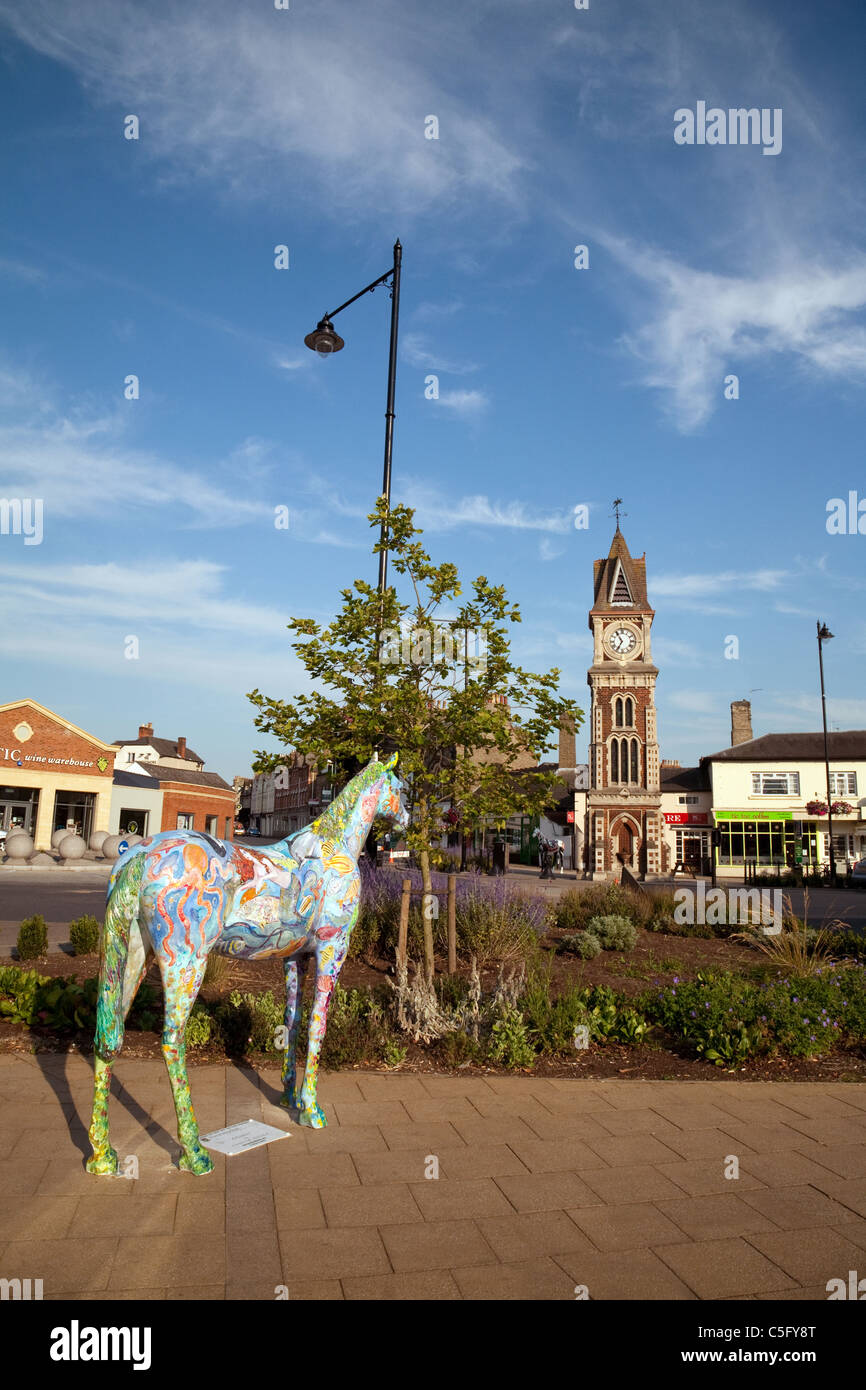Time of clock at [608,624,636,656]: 6:54
